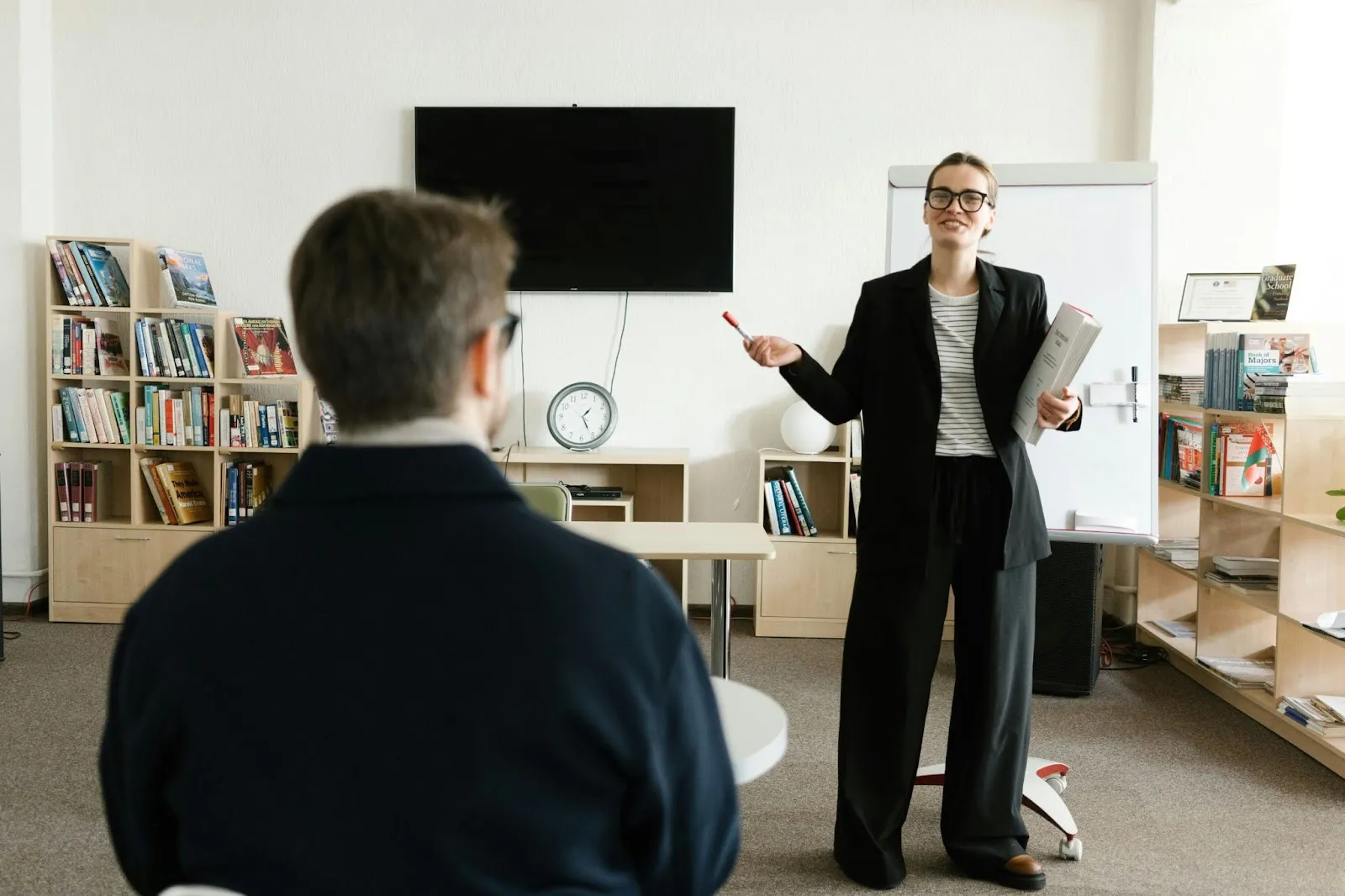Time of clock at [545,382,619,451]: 1:25
